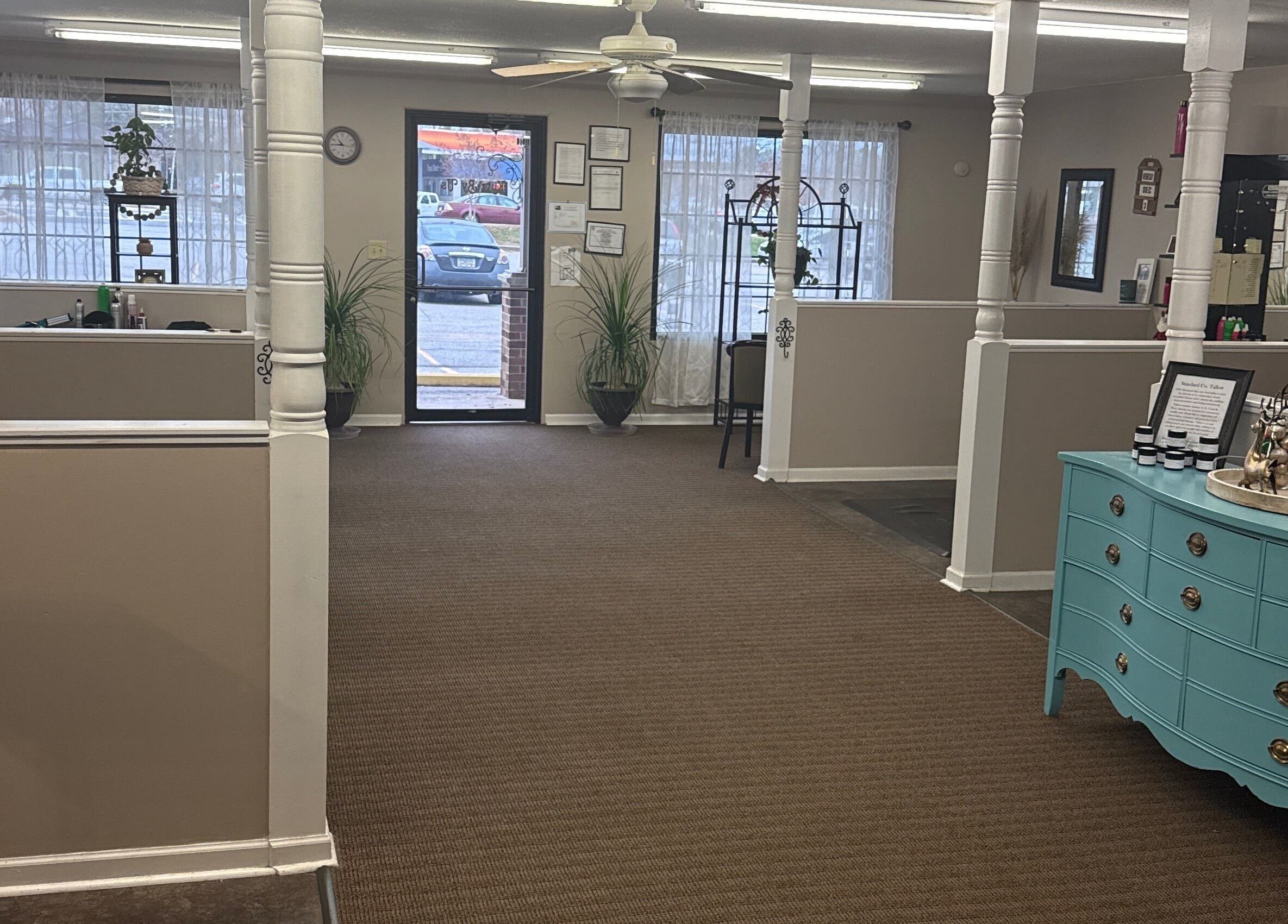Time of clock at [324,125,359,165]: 10:45
